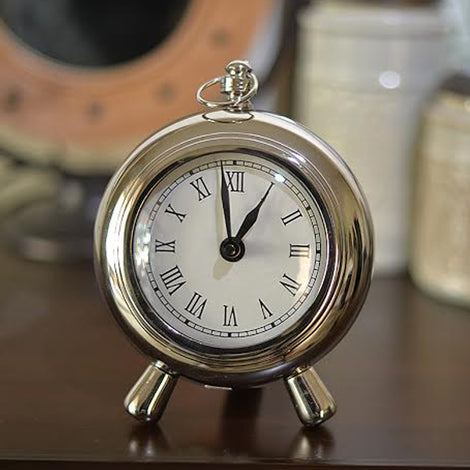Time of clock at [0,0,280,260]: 12:58
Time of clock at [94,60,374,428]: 12:58
